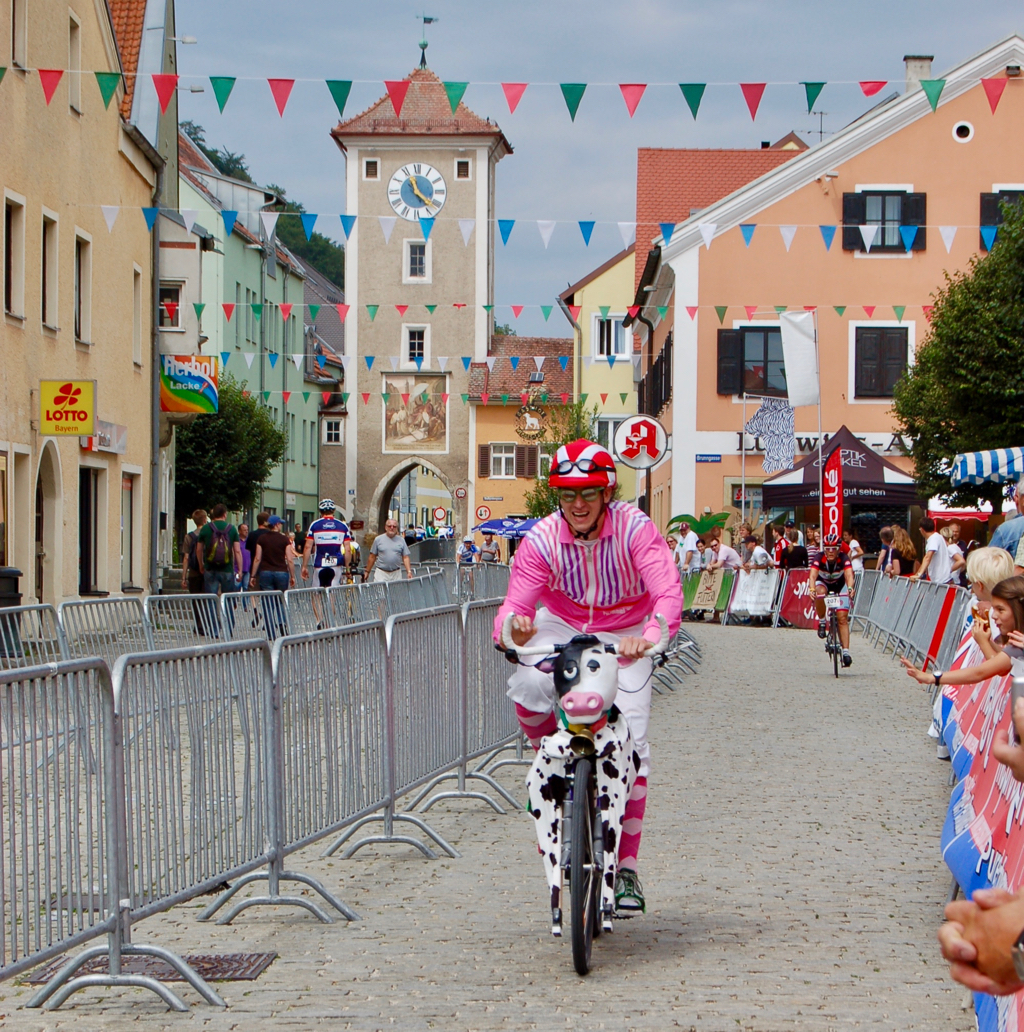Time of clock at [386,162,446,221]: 11:21
